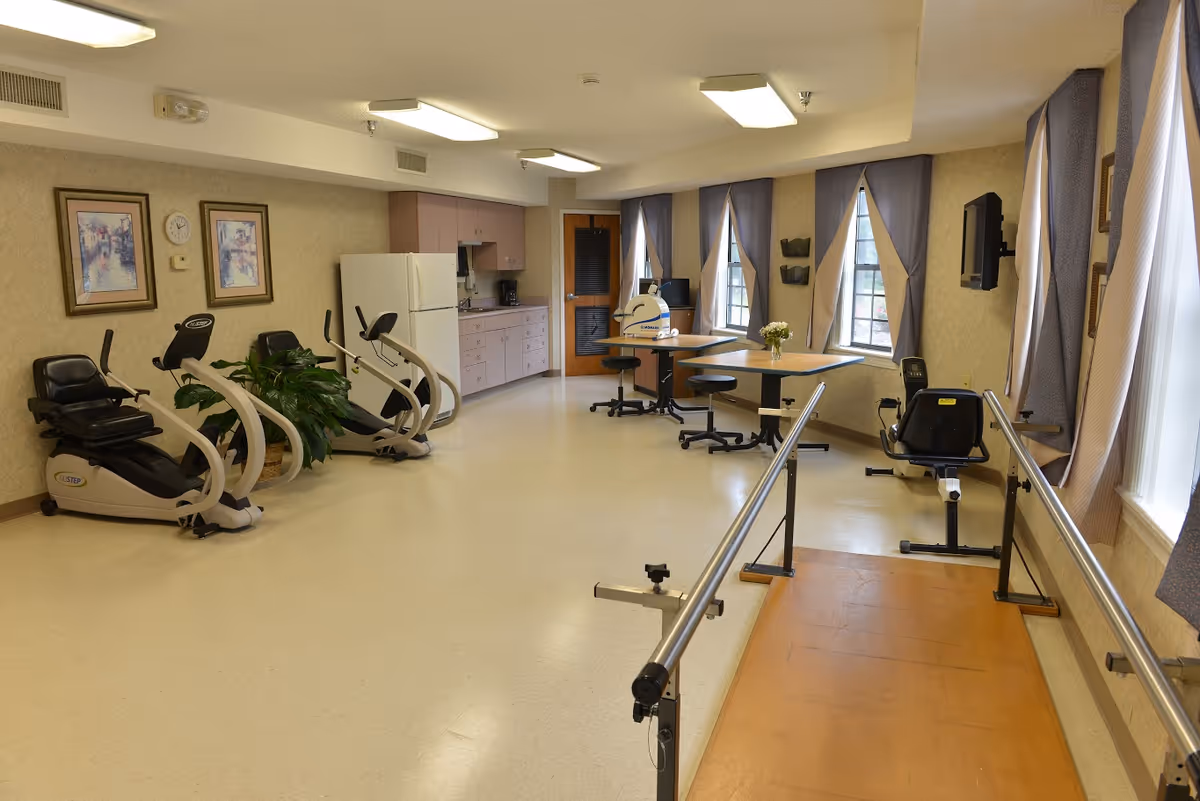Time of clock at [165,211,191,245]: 11:11
